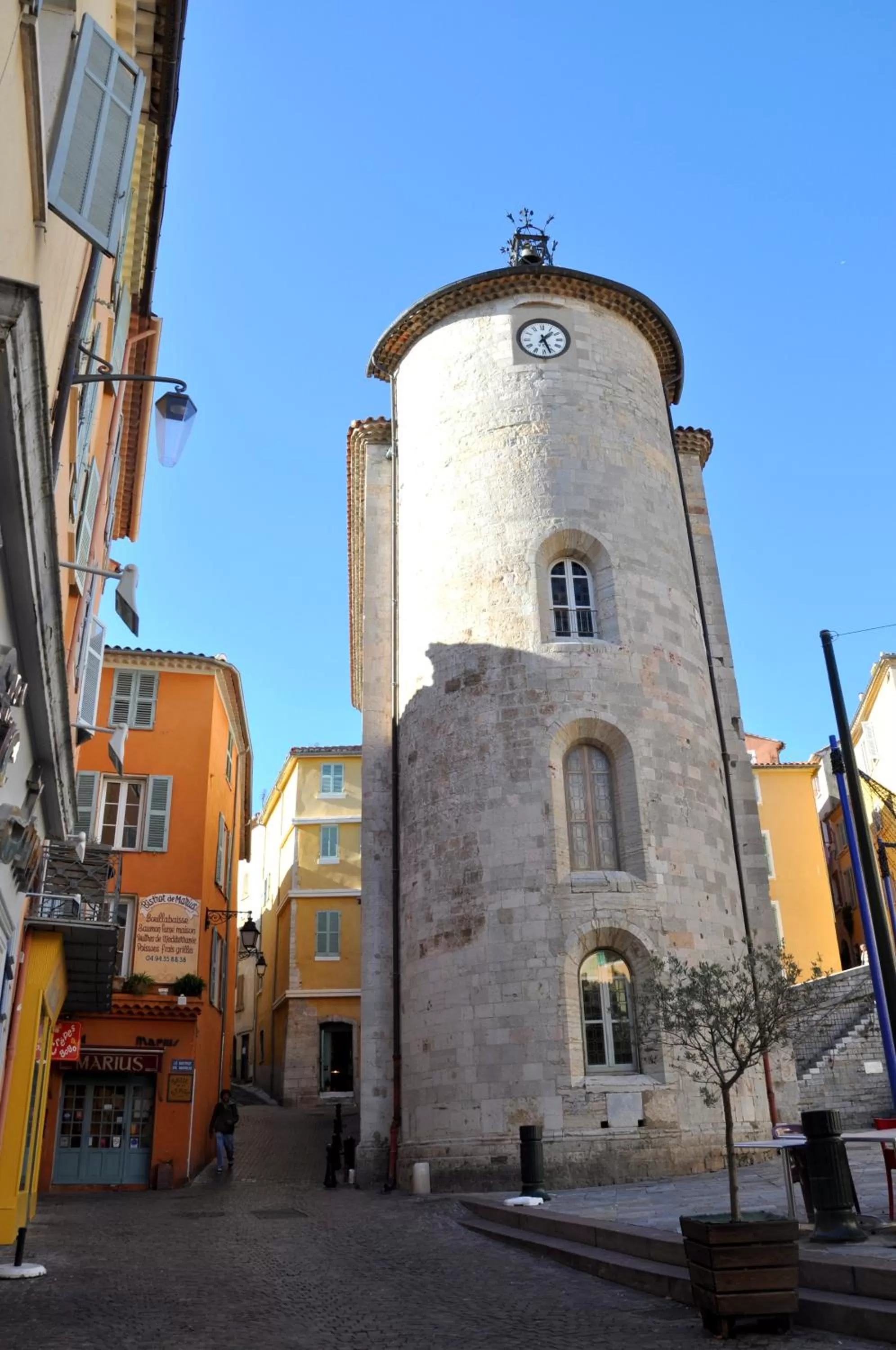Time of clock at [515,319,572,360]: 1:26
